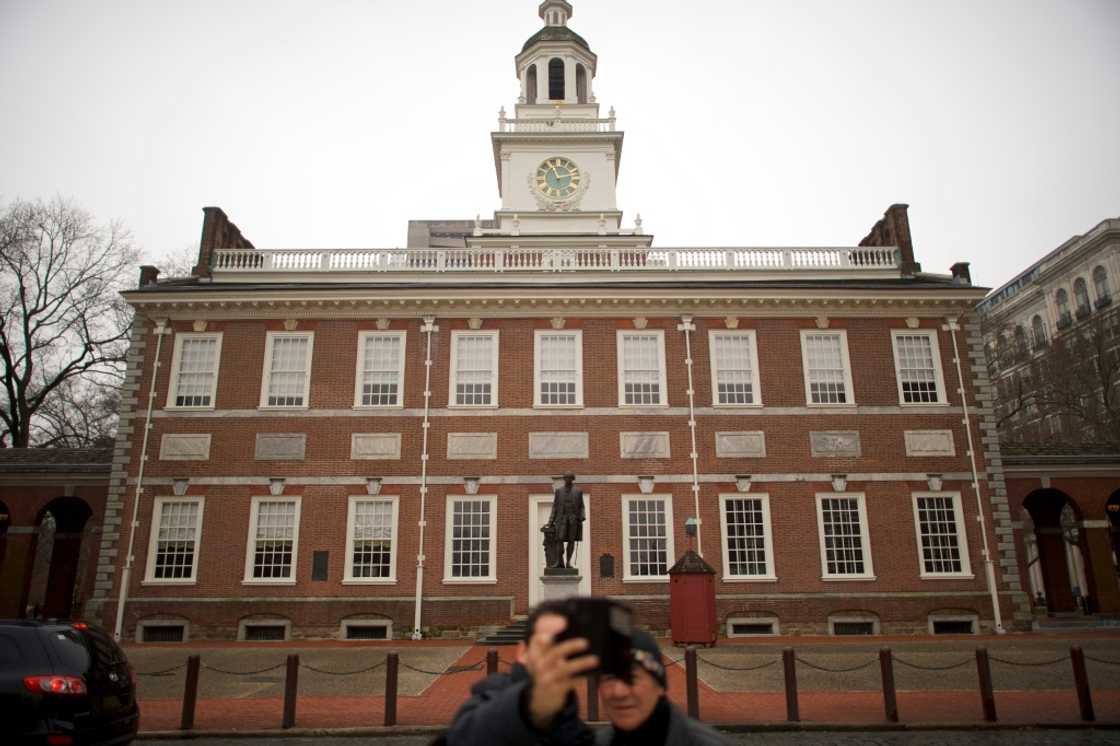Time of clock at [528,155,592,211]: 11:12
